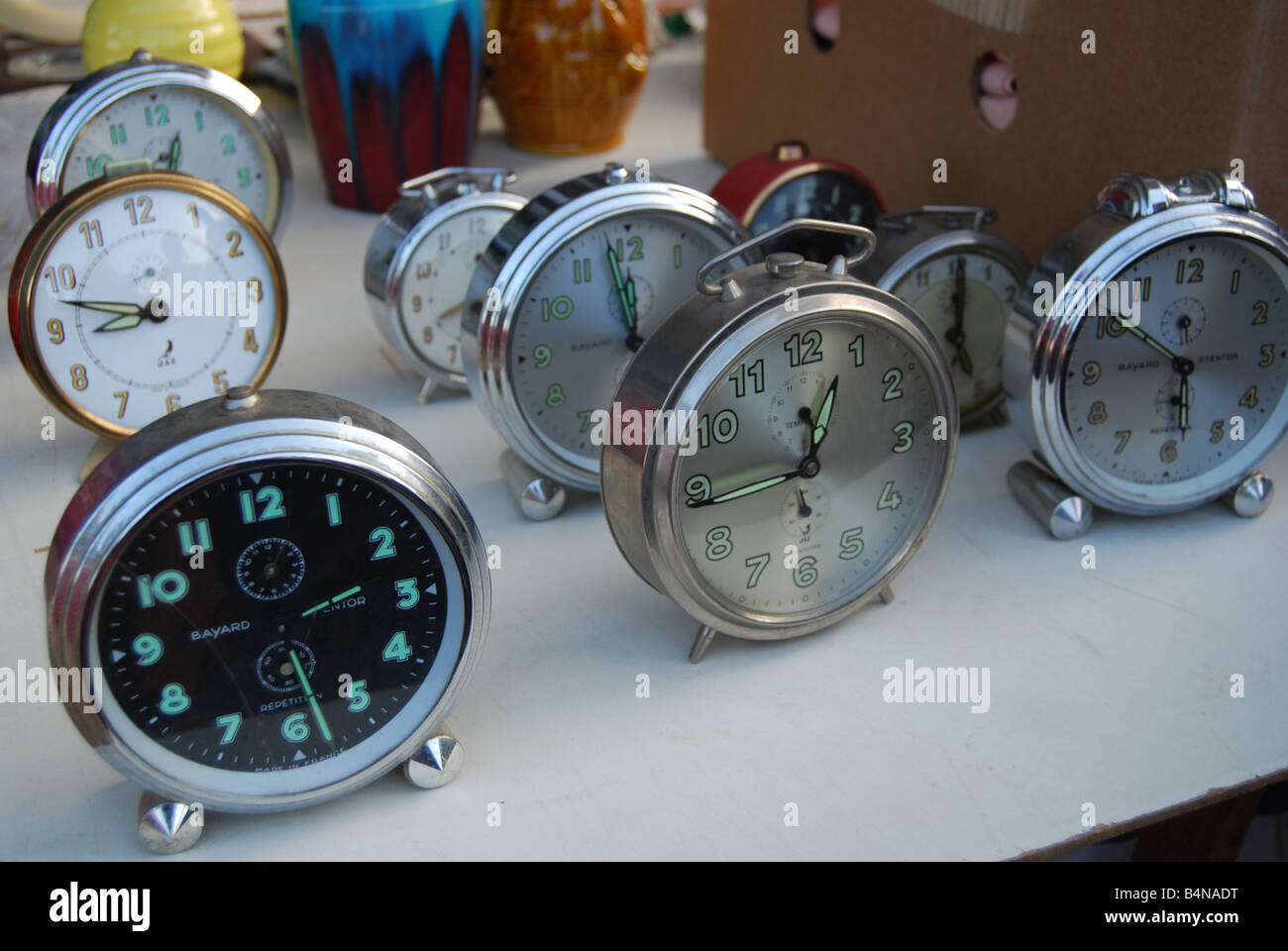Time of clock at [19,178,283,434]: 8:47
